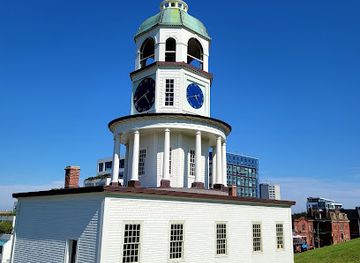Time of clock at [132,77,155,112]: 4:40
